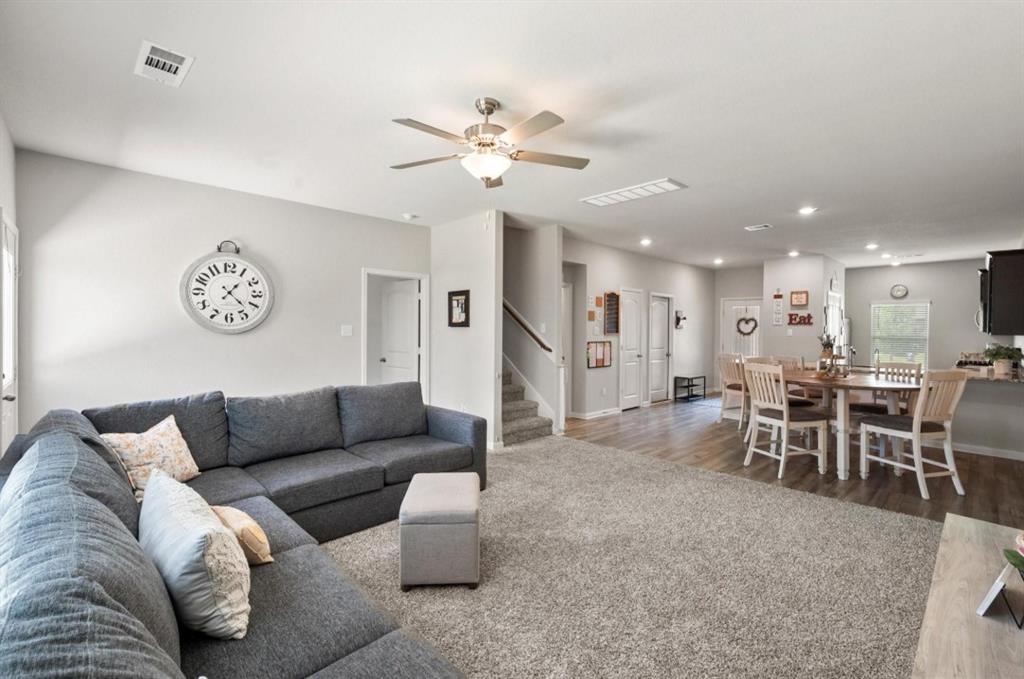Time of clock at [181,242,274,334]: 1:22
